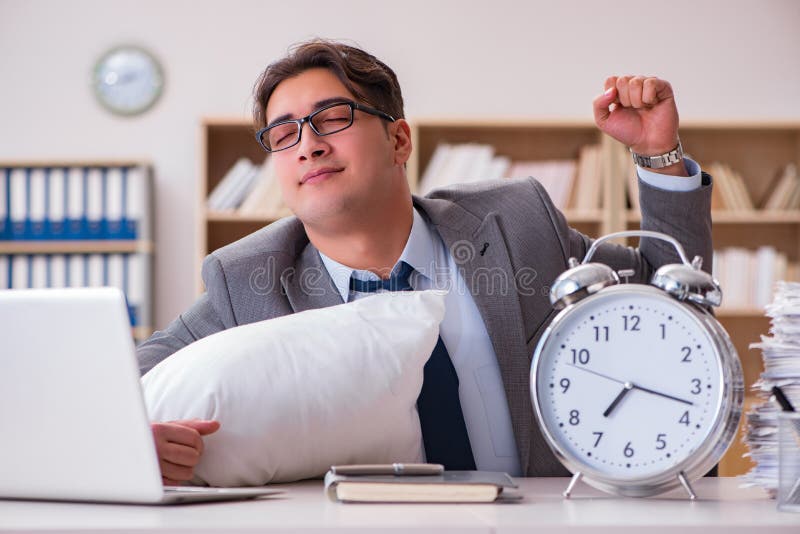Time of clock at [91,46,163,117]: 8:12
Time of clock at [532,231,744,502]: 7:17
